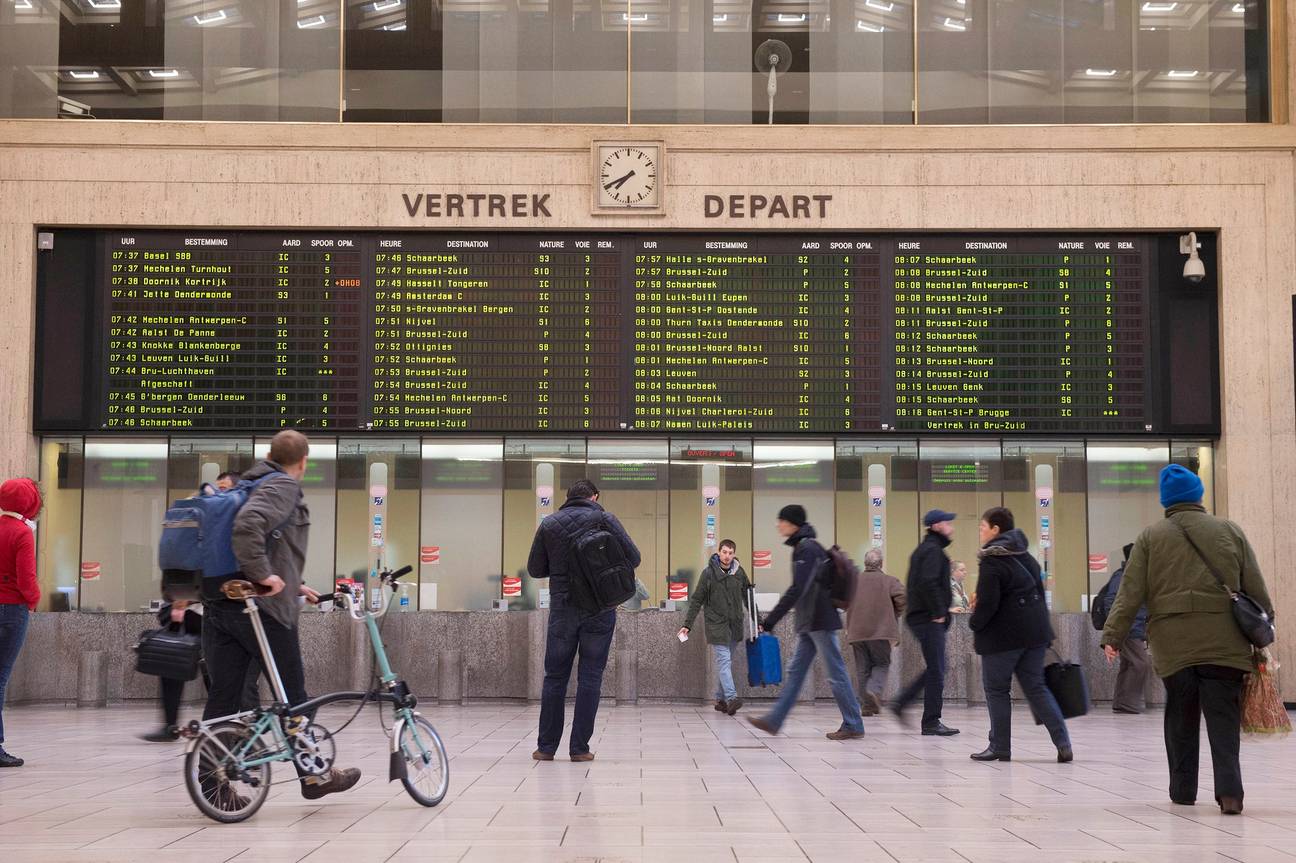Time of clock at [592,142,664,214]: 7:40
